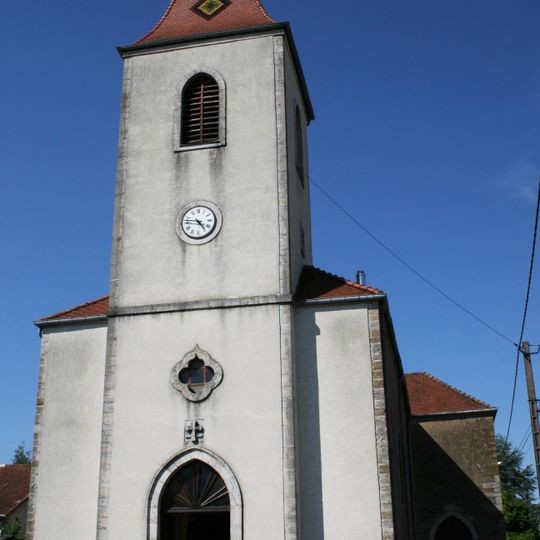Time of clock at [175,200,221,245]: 4:46
